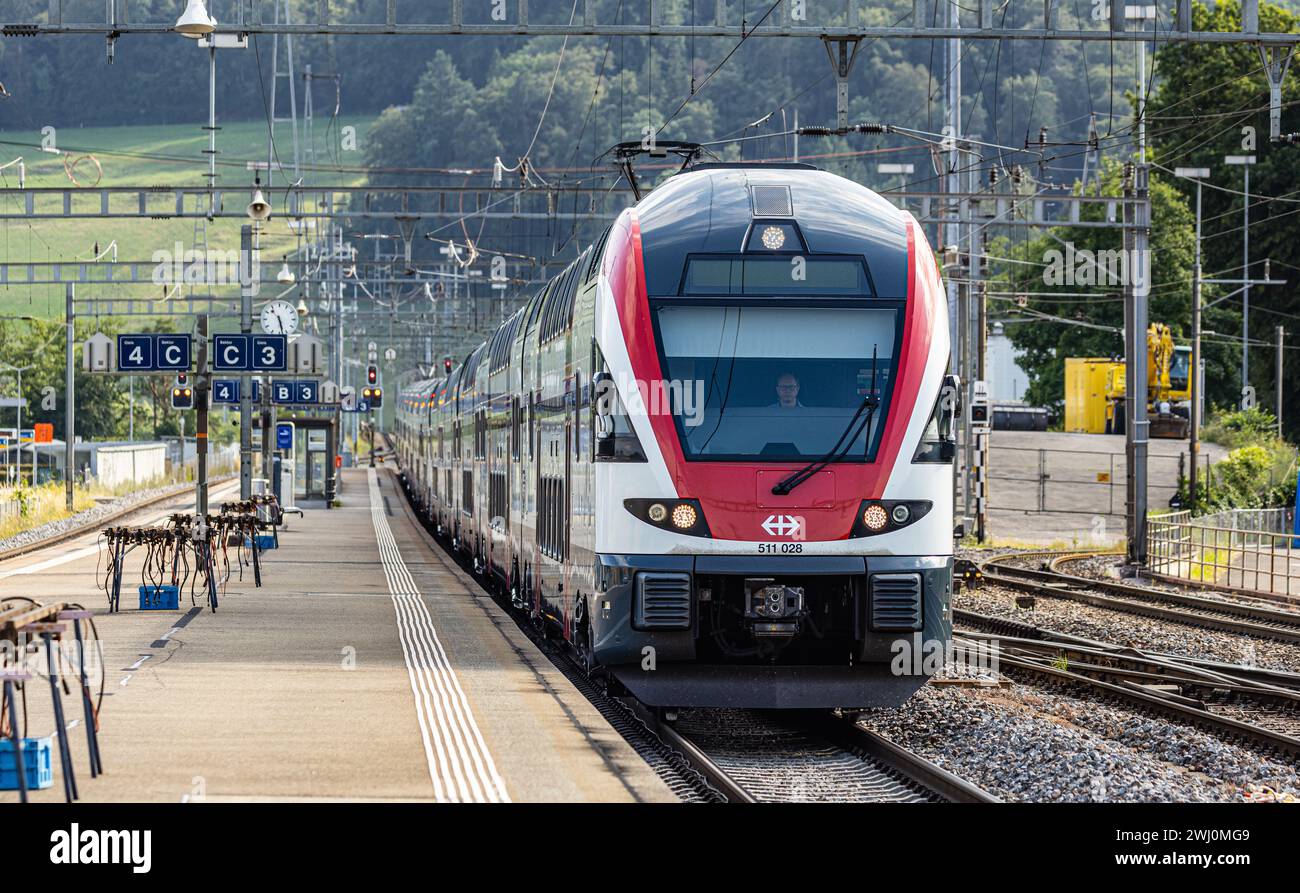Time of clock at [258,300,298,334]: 10:28
